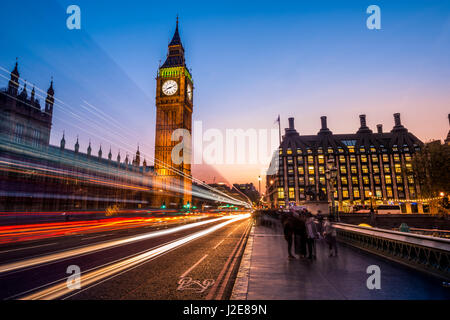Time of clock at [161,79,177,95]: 8:11
